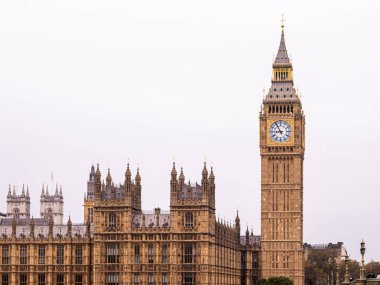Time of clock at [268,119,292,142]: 8:54
